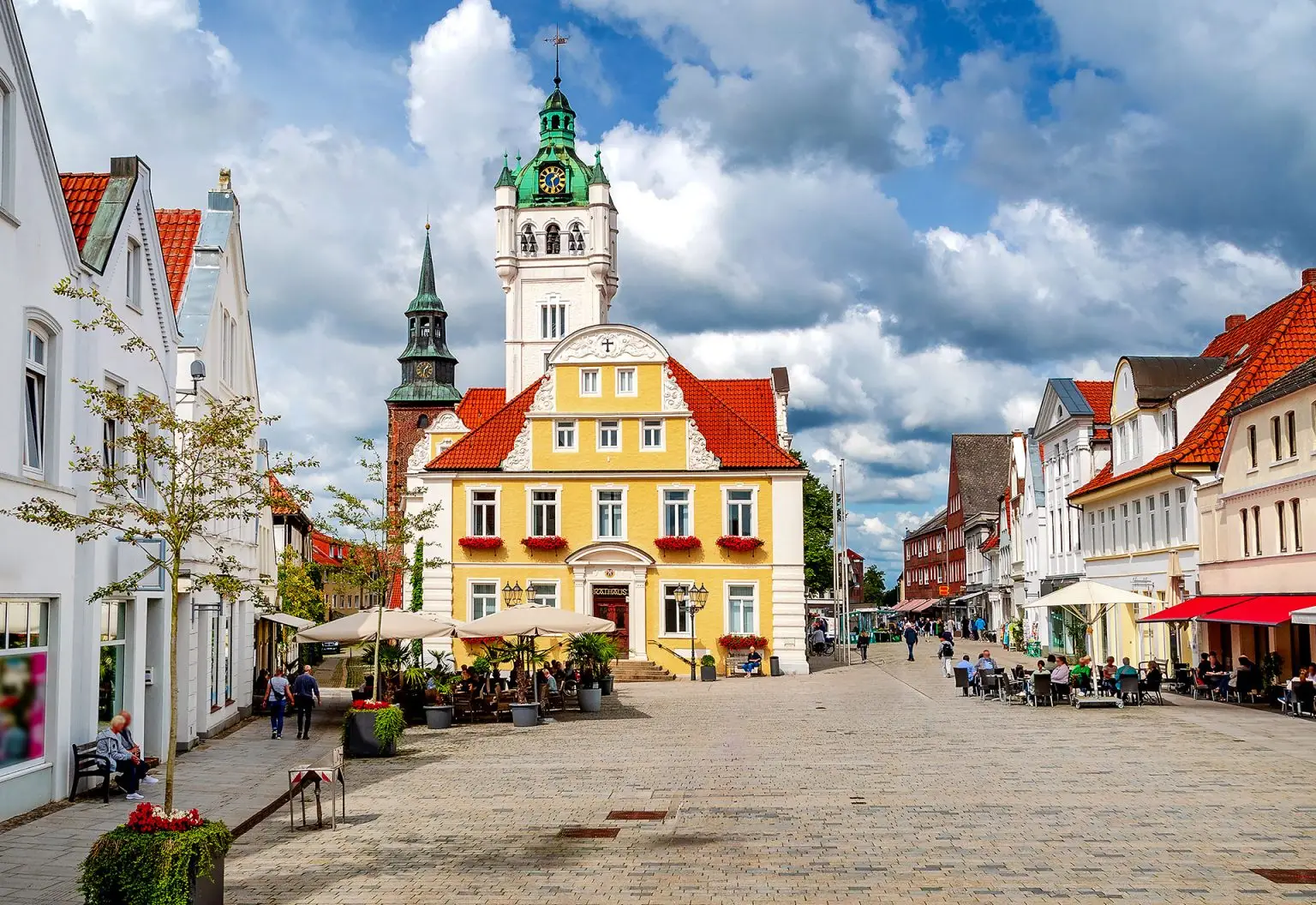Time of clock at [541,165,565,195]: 1:28
